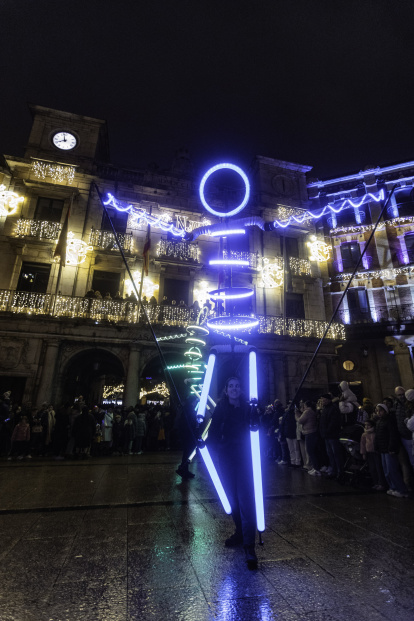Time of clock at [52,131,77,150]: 7:58
